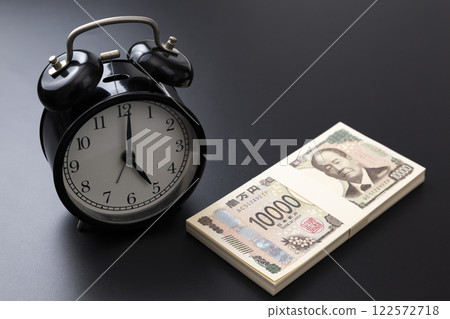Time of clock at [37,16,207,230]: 5:01
